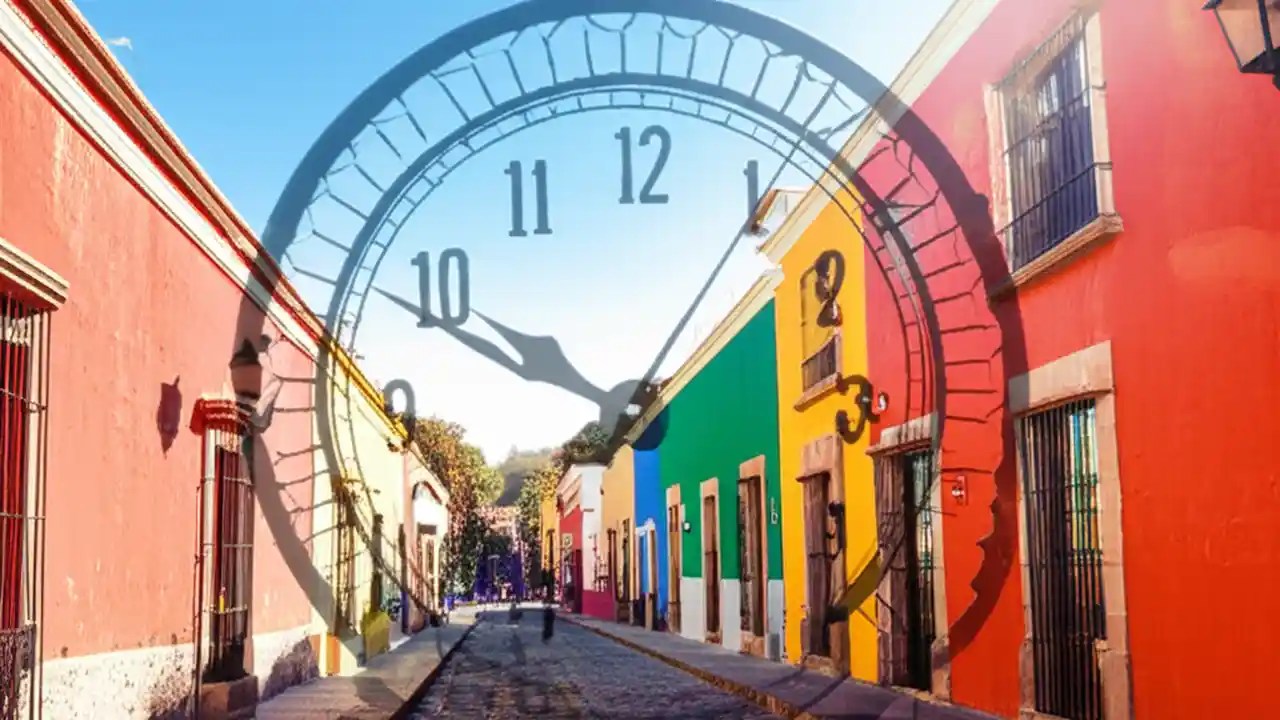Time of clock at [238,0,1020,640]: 9:48
